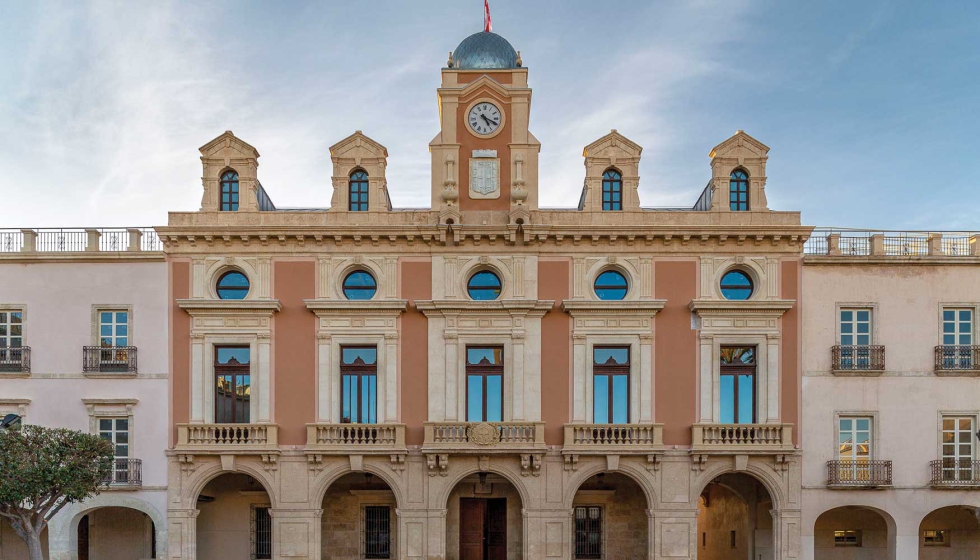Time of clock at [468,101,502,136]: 5:19
